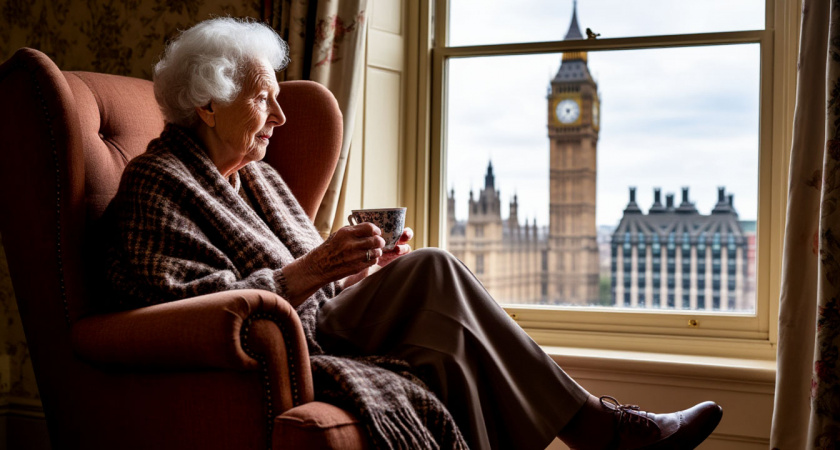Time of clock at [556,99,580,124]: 5:12
